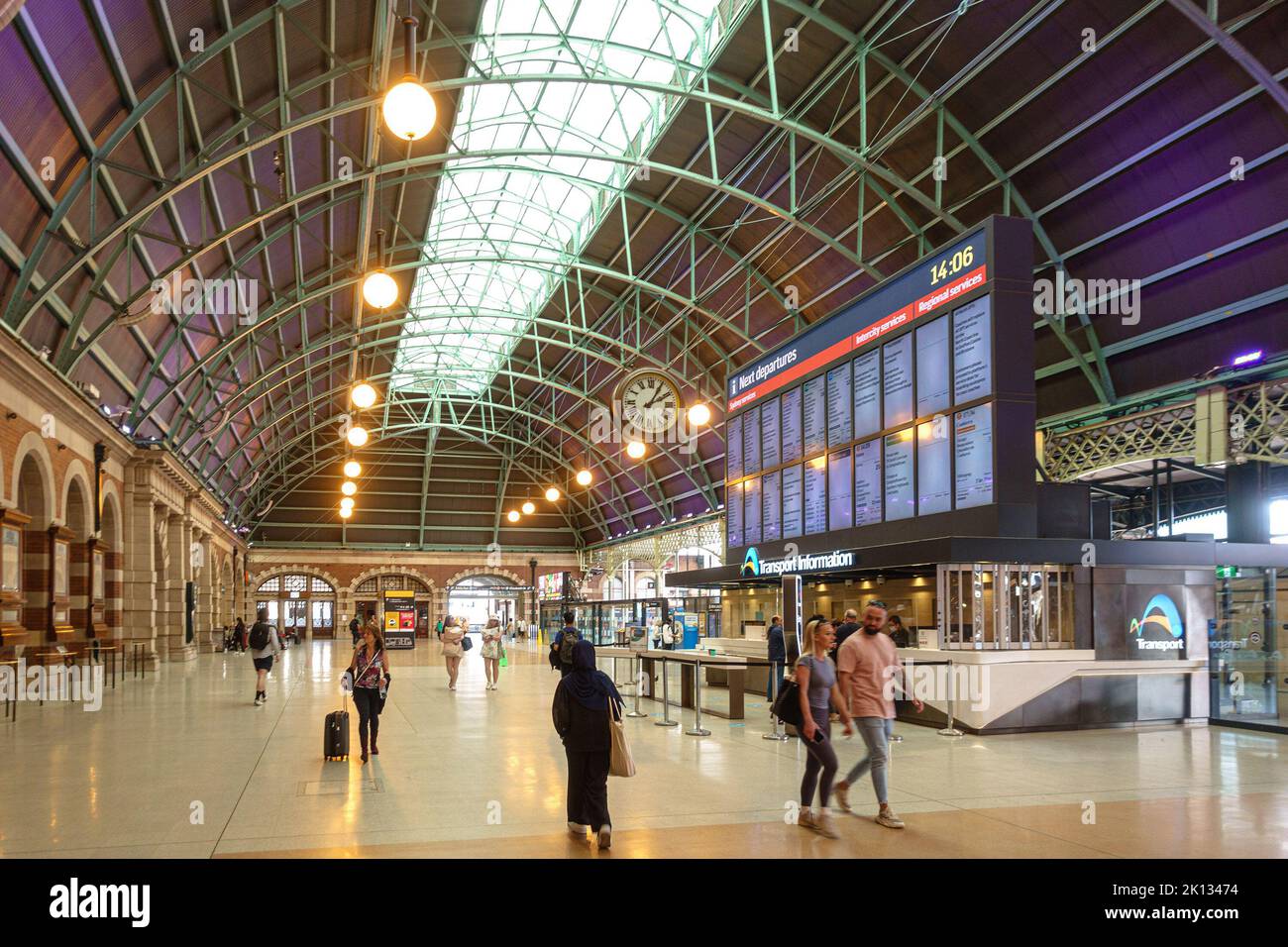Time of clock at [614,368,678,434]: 2:05
